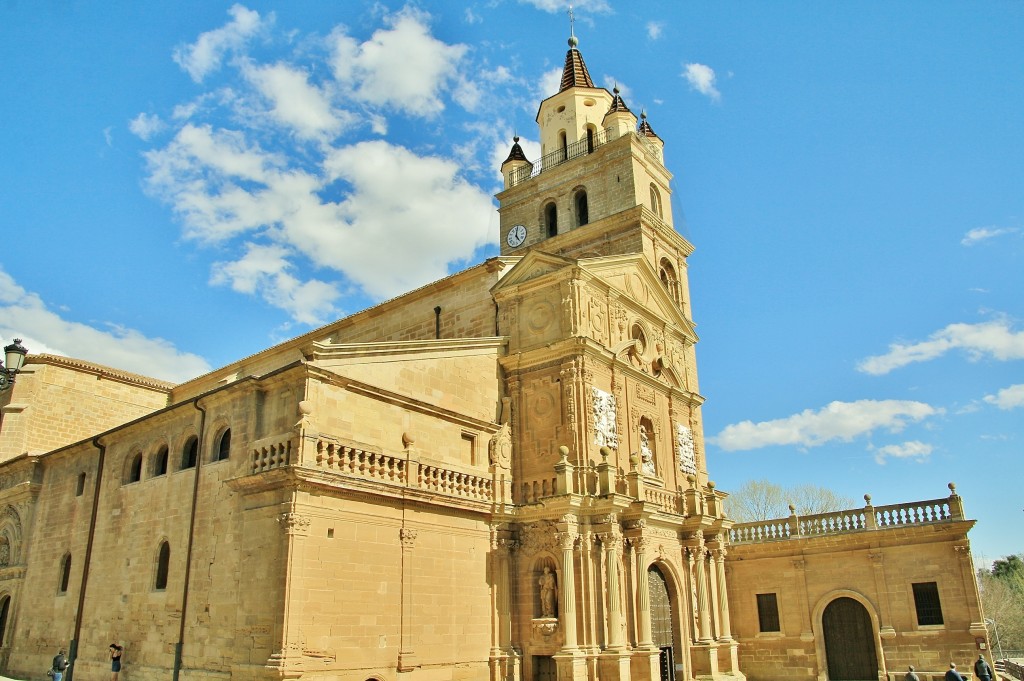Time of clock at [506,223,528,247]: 5:01
